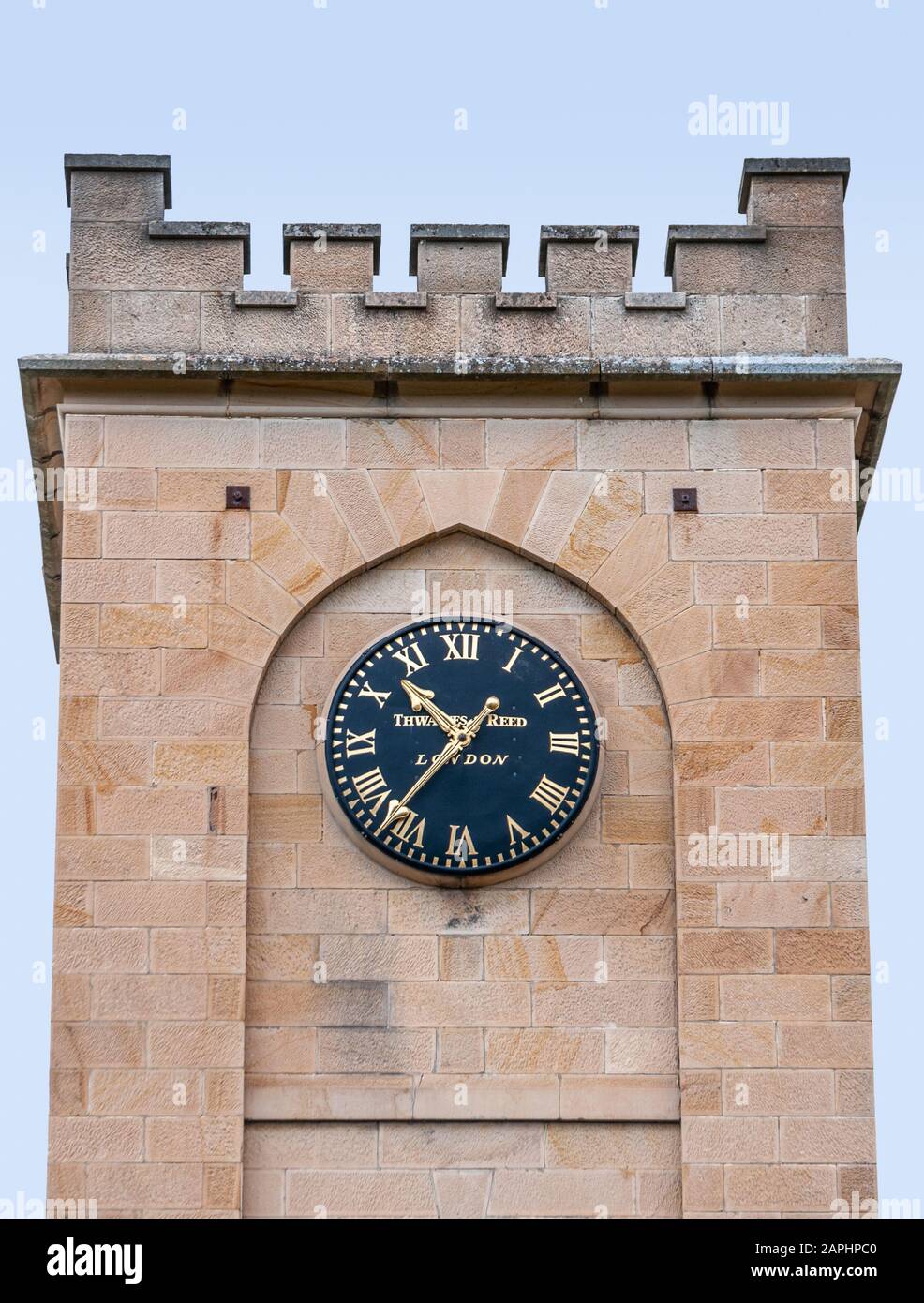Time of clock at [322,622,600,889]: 10:36
